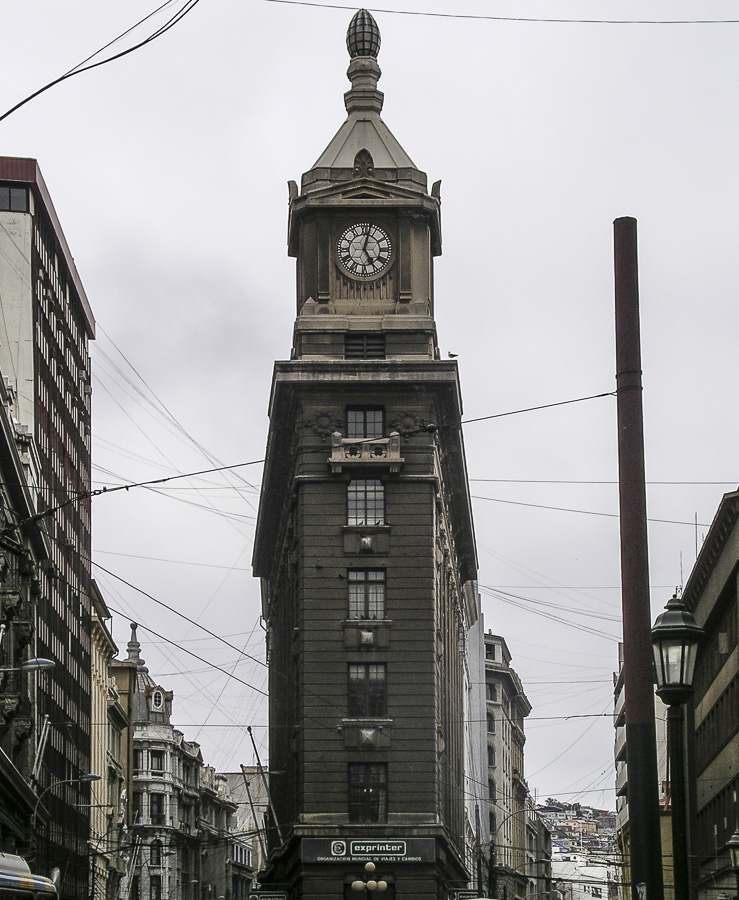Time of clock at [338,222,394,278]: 5:02
